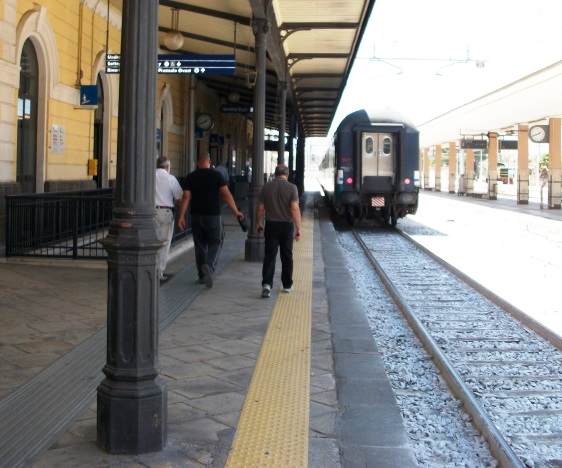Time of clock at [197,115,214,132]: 1:42
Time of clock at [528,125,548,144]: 1:41
